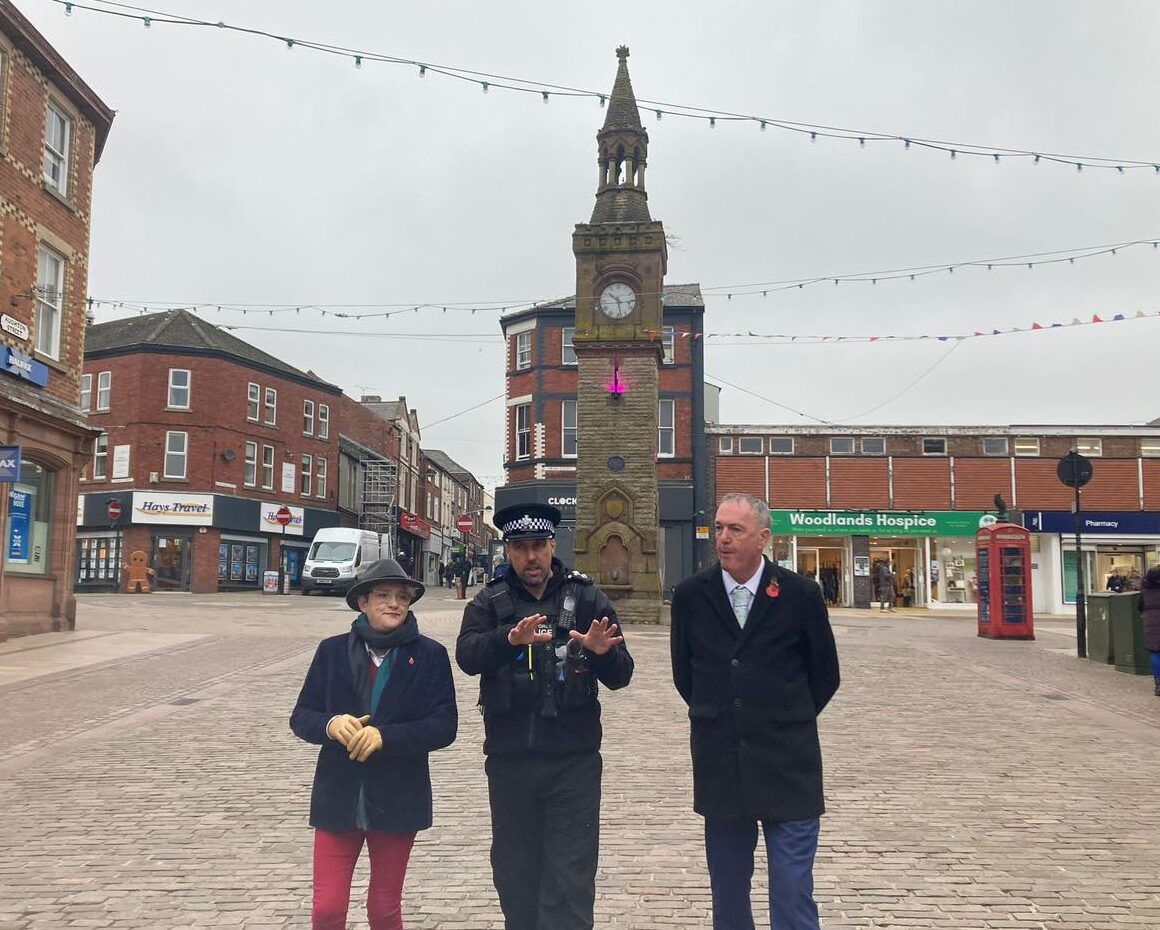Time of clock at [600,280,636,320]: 10:28
